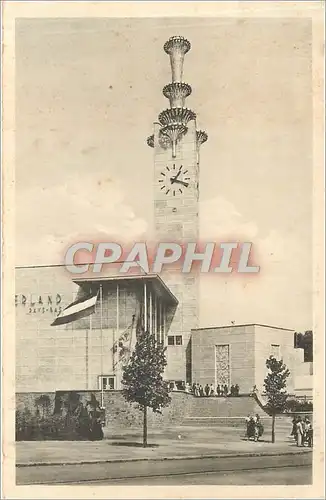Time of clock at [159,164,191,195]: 1:18
